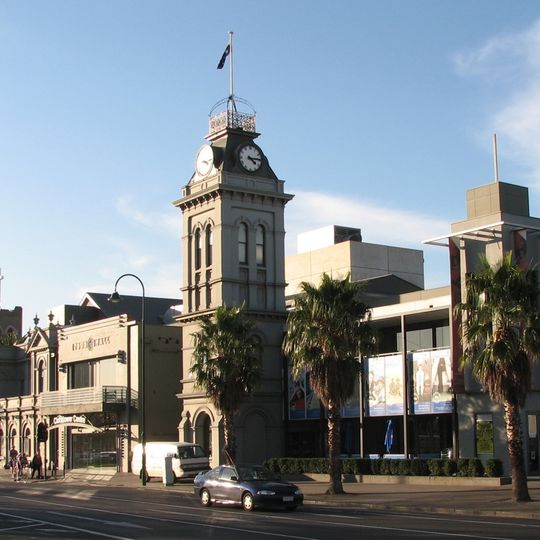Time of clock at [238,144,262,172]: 4:14
